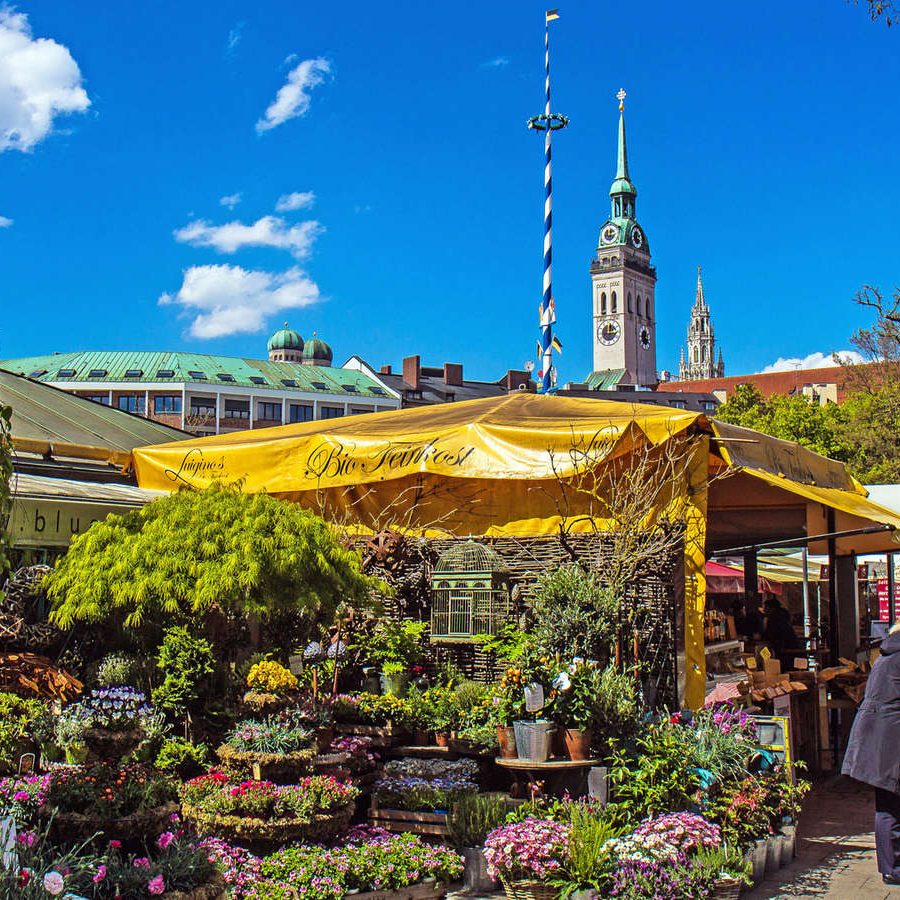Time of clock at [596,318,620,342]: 12:16
